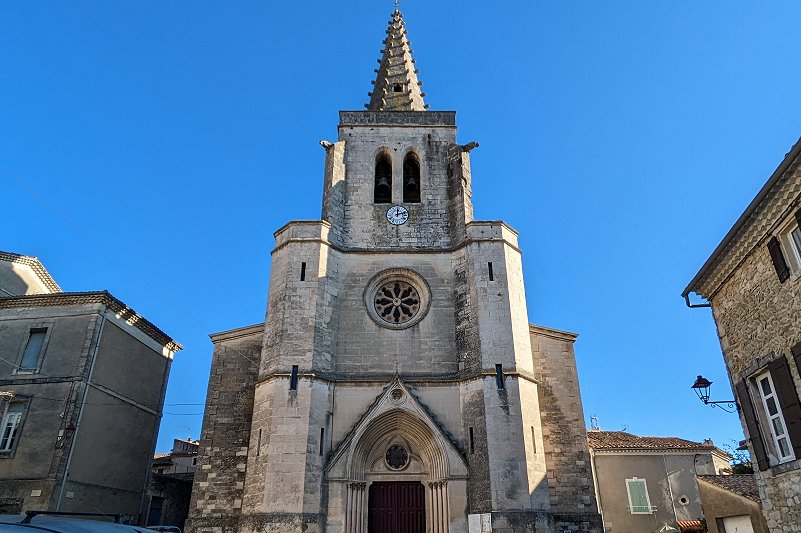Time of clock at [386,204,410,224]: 12:12
